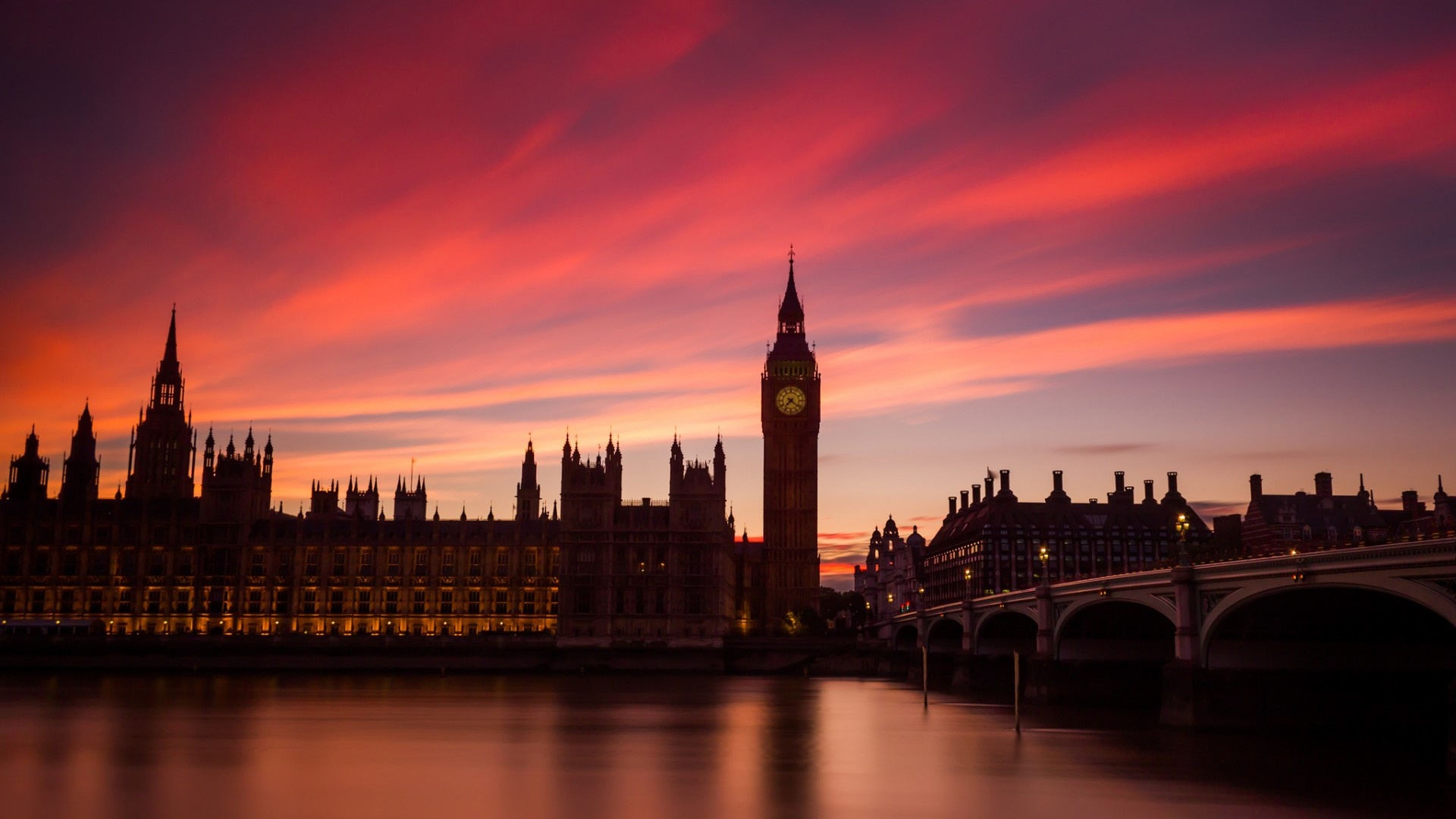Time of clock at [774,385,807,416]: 7:21
